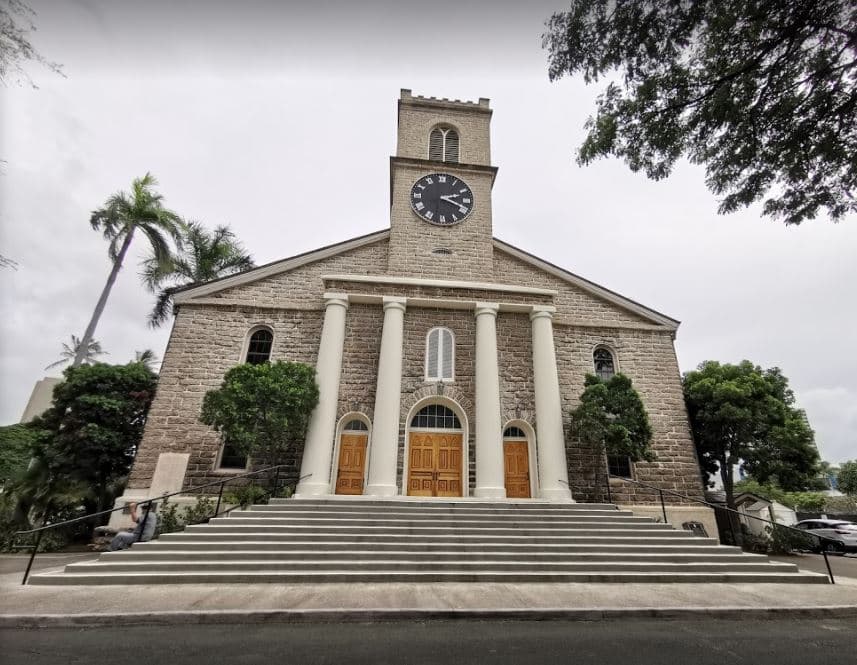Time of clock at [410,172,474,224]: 2:18
